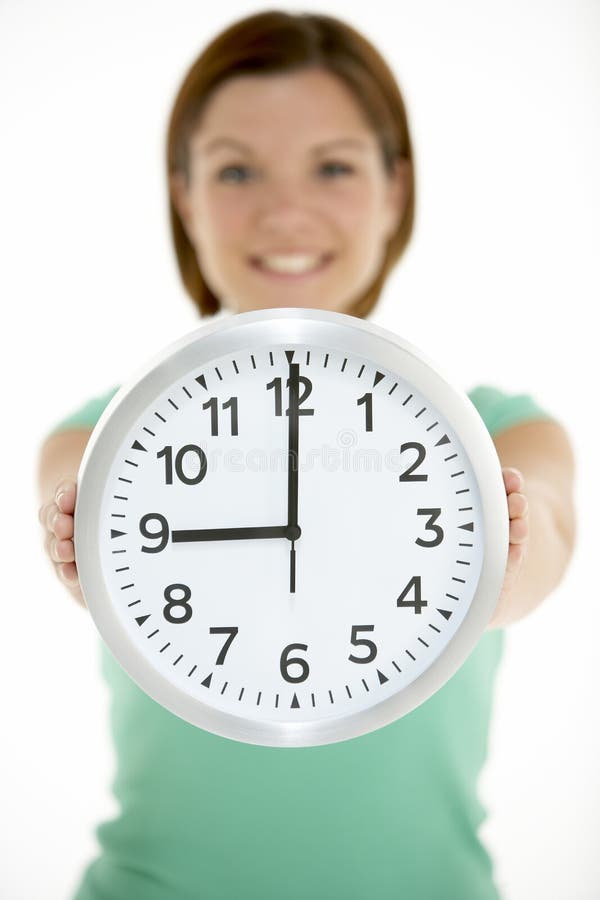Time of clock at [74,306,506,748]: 9:00
